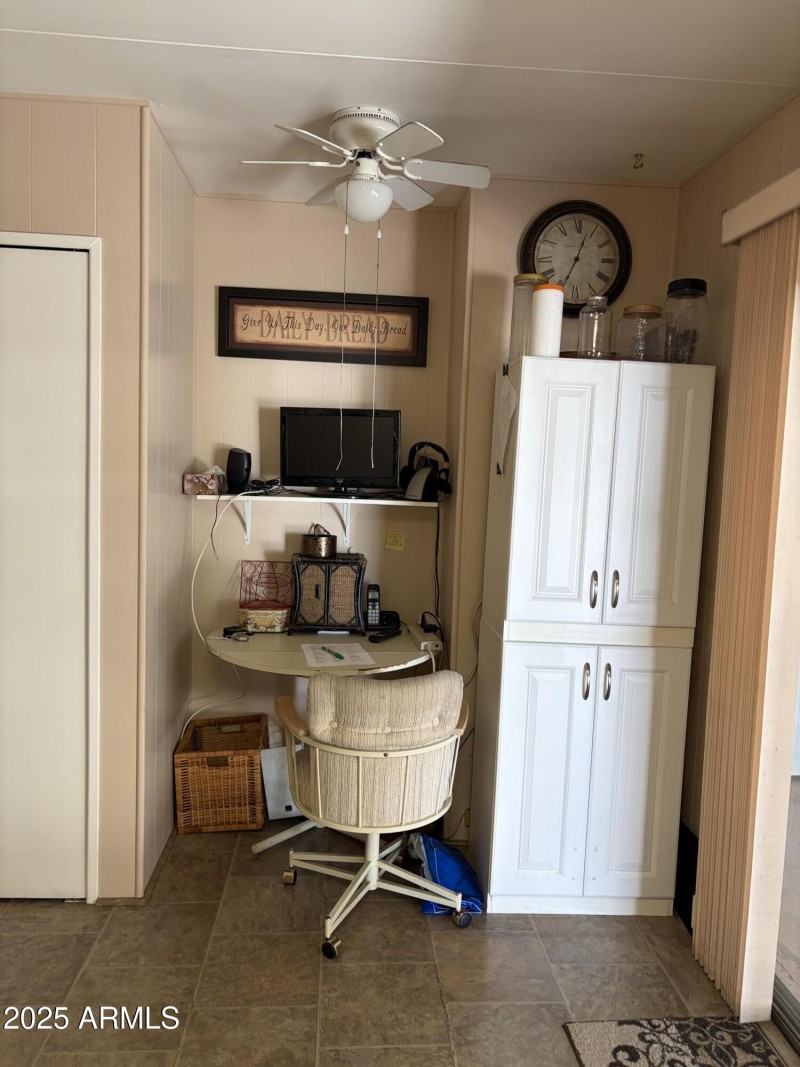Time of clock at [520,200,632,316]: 12:34
